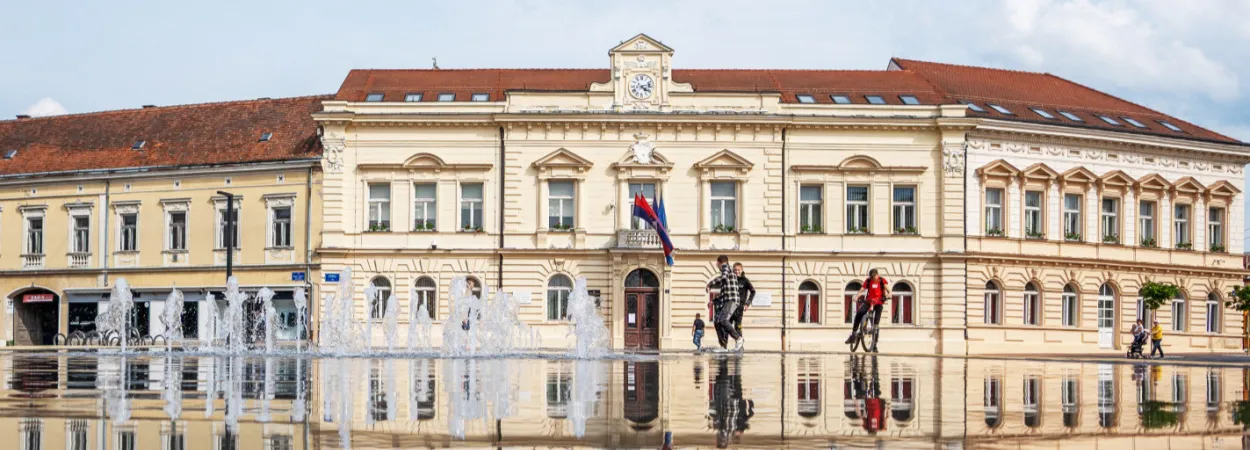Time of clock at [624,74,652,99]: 4:12
